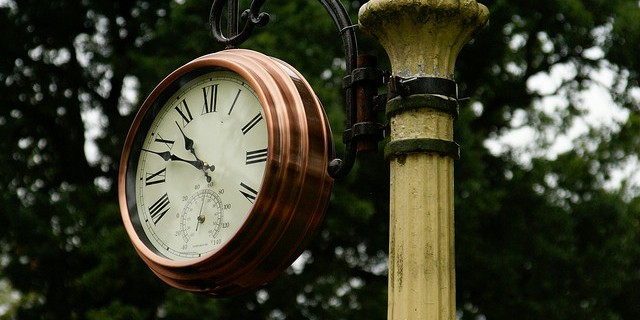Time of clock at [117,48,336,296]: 10:48
